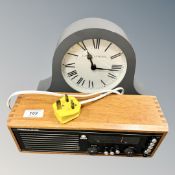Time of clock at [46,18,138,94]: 11:16
